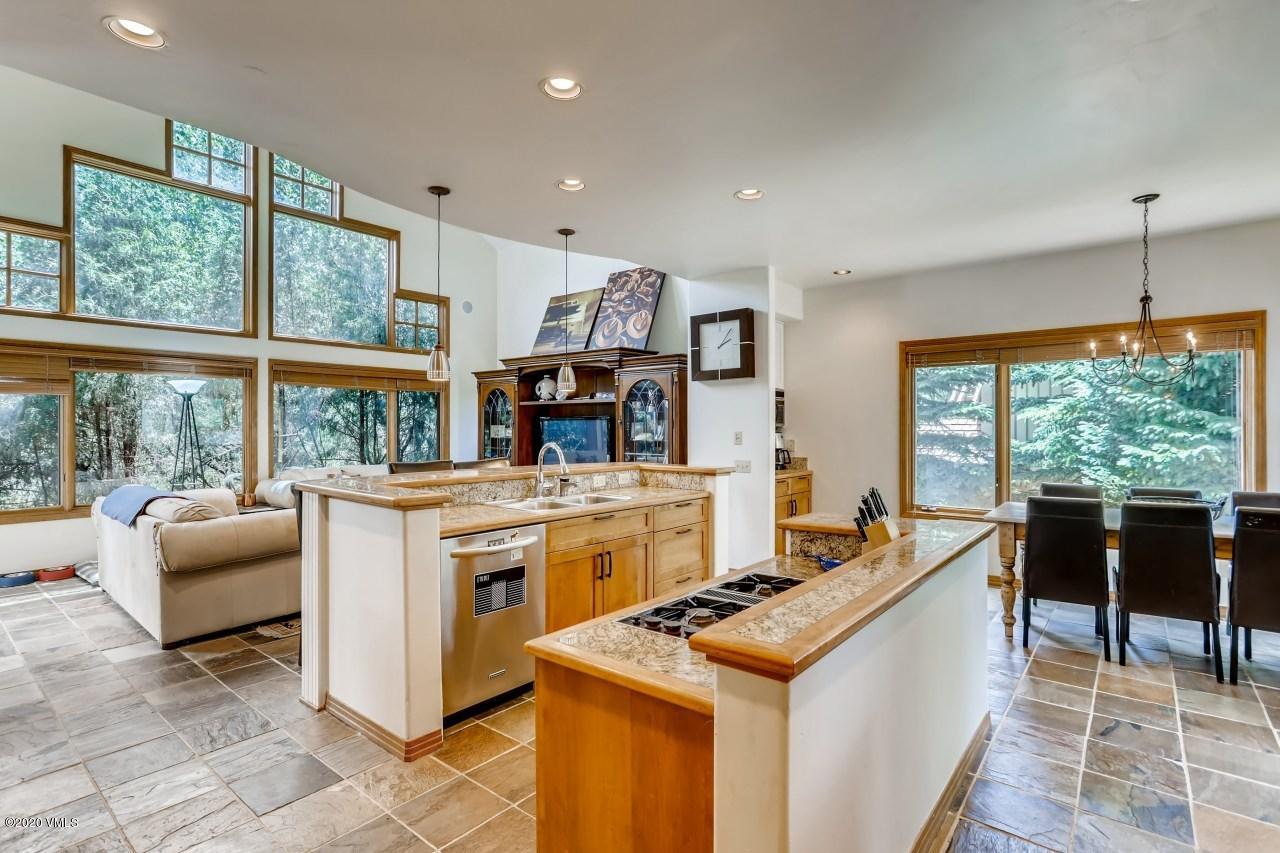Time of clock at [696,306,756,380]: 2:06
